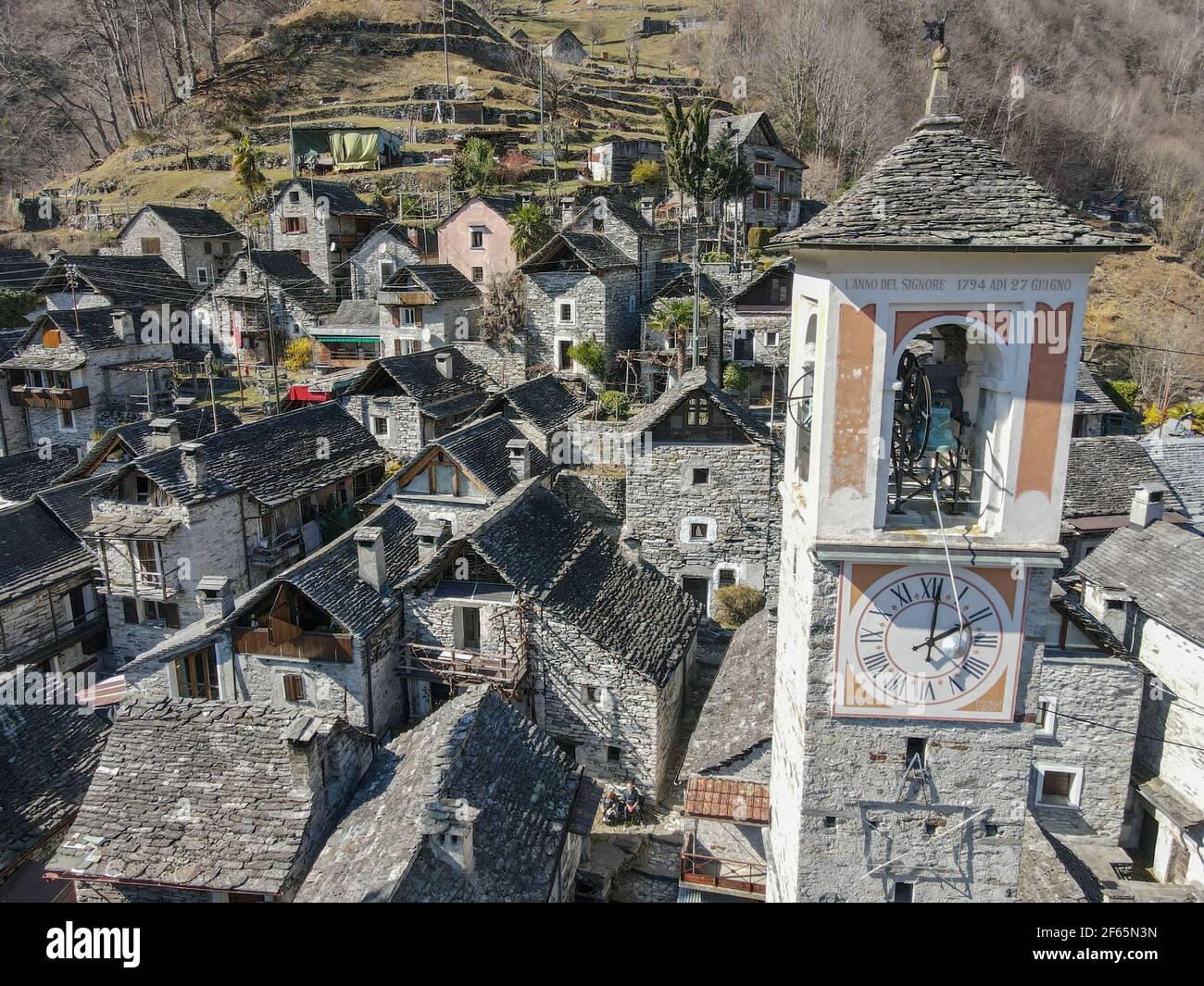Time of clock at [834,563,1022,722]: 2:01
